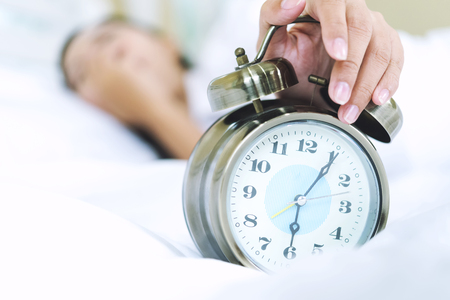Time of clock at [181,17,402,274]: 6:05
